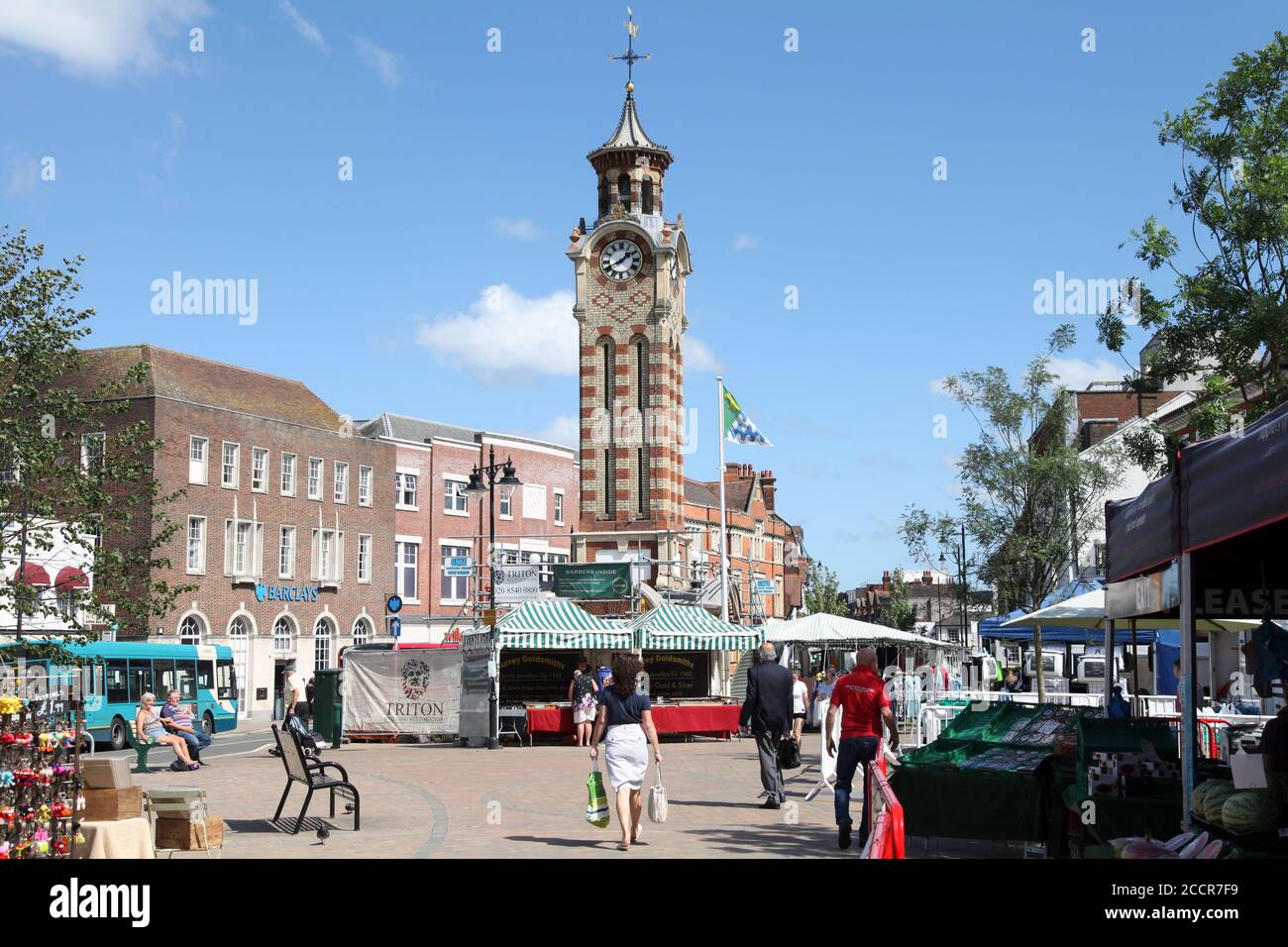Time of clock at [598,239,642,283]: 1:40
